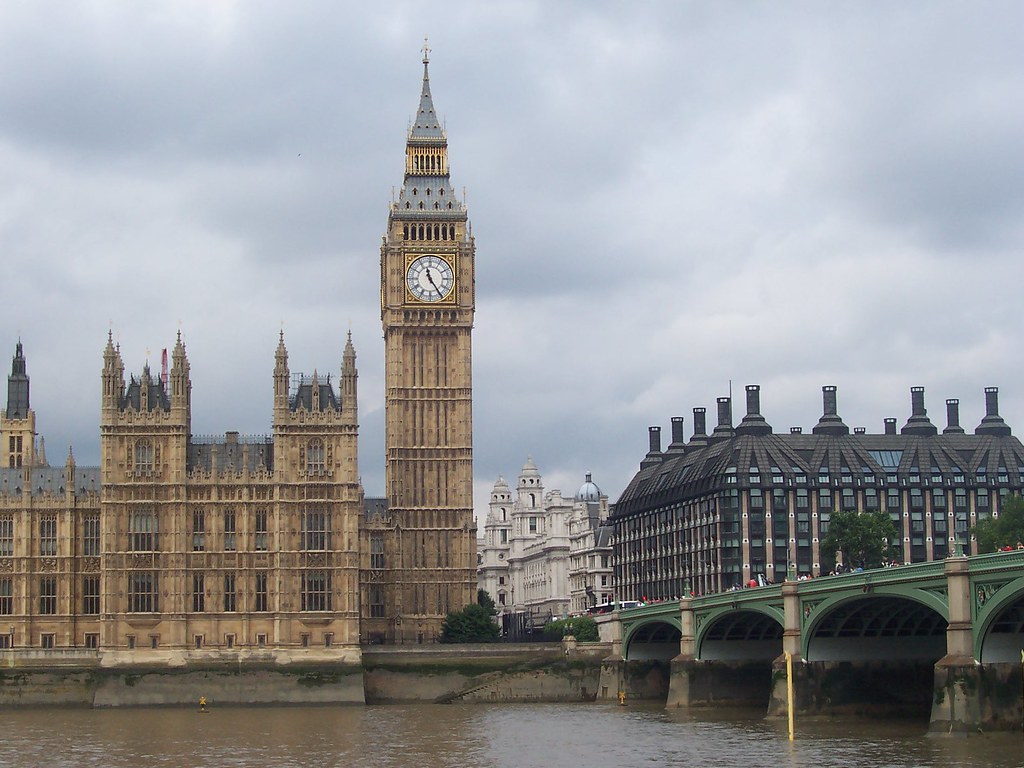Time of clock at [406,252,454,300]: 11:24
